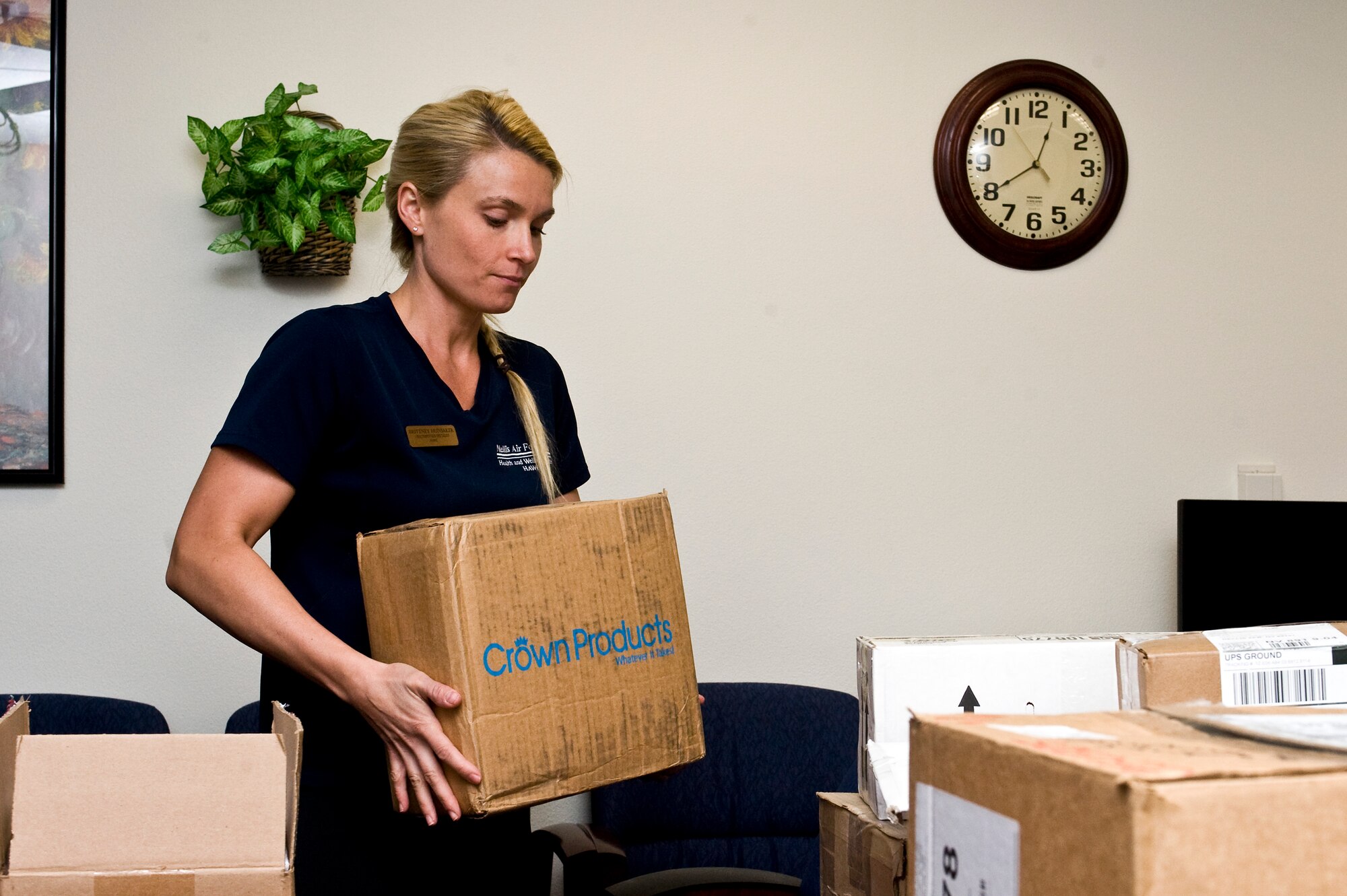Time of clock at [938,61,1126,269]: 12:39
